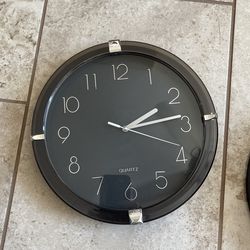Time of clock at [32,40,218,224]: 2:13
